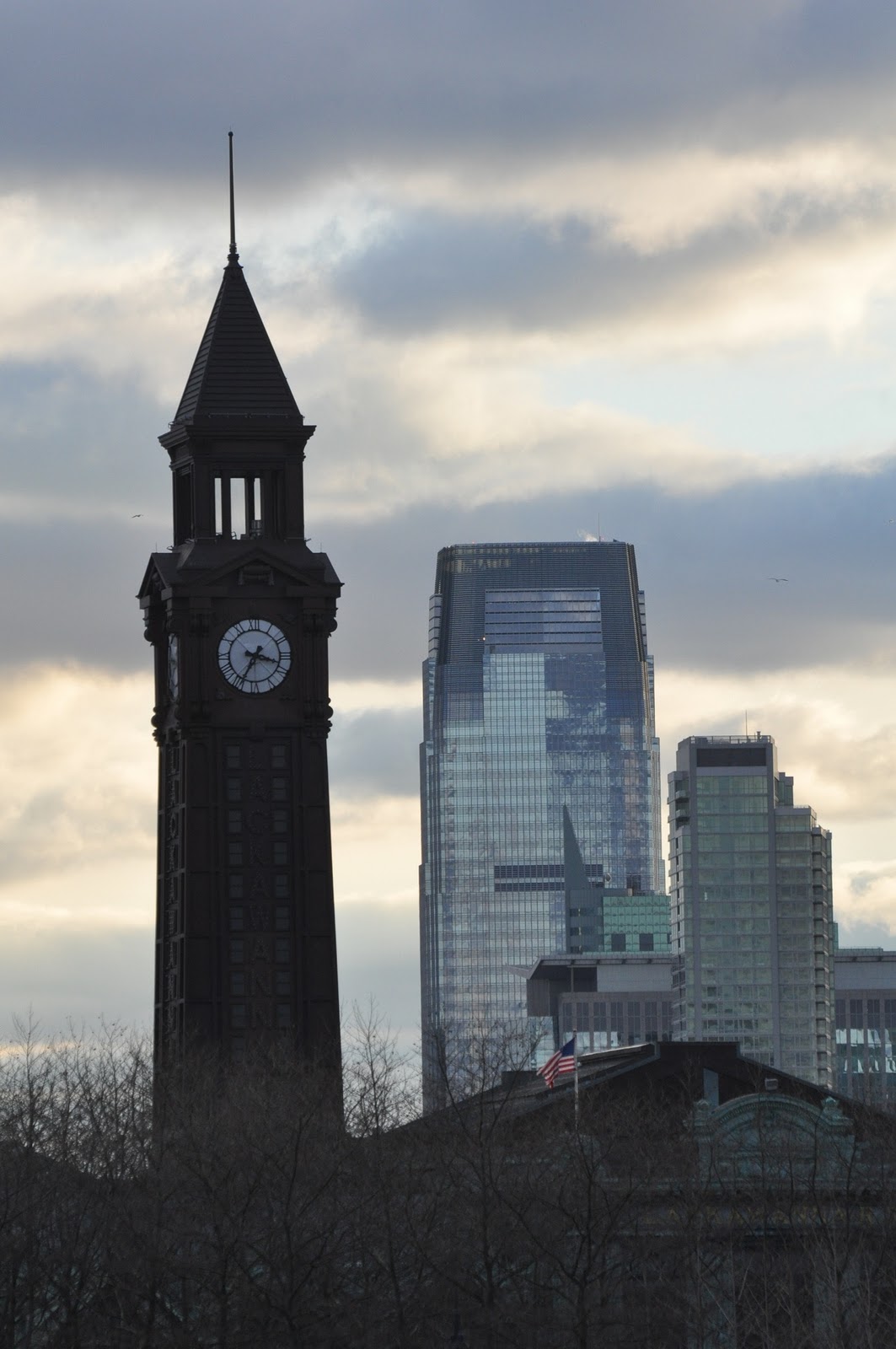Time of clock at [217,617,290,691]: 3:34
